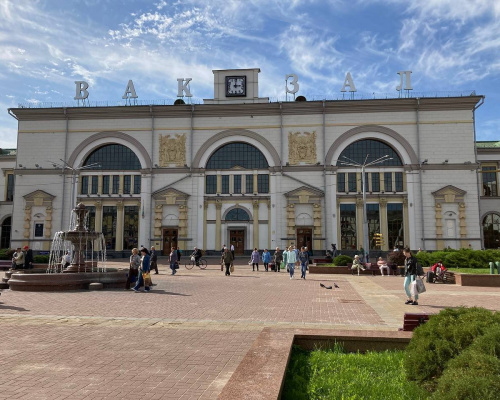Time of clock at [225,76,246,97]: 3:00
